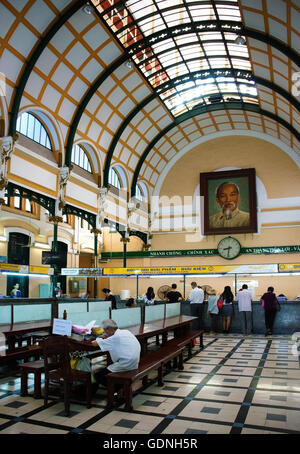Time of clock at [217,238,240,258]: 8:32
